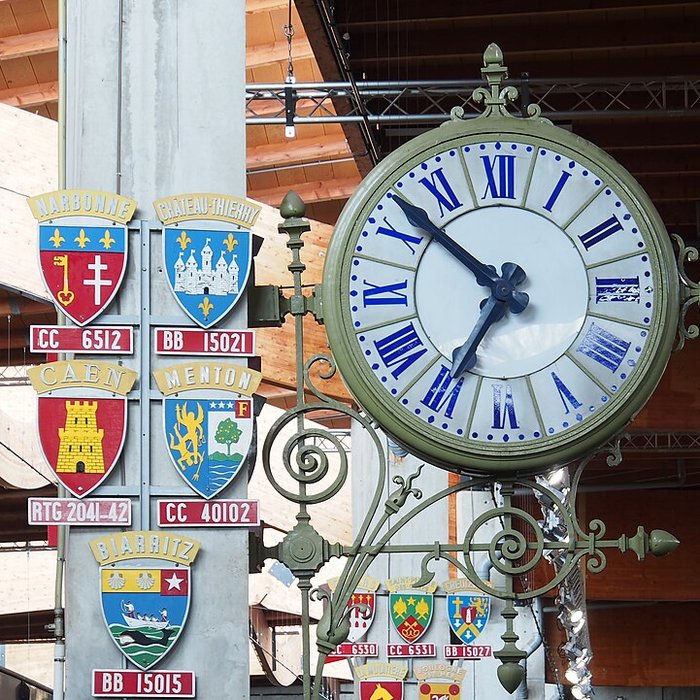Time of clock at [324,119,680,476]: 6:52
